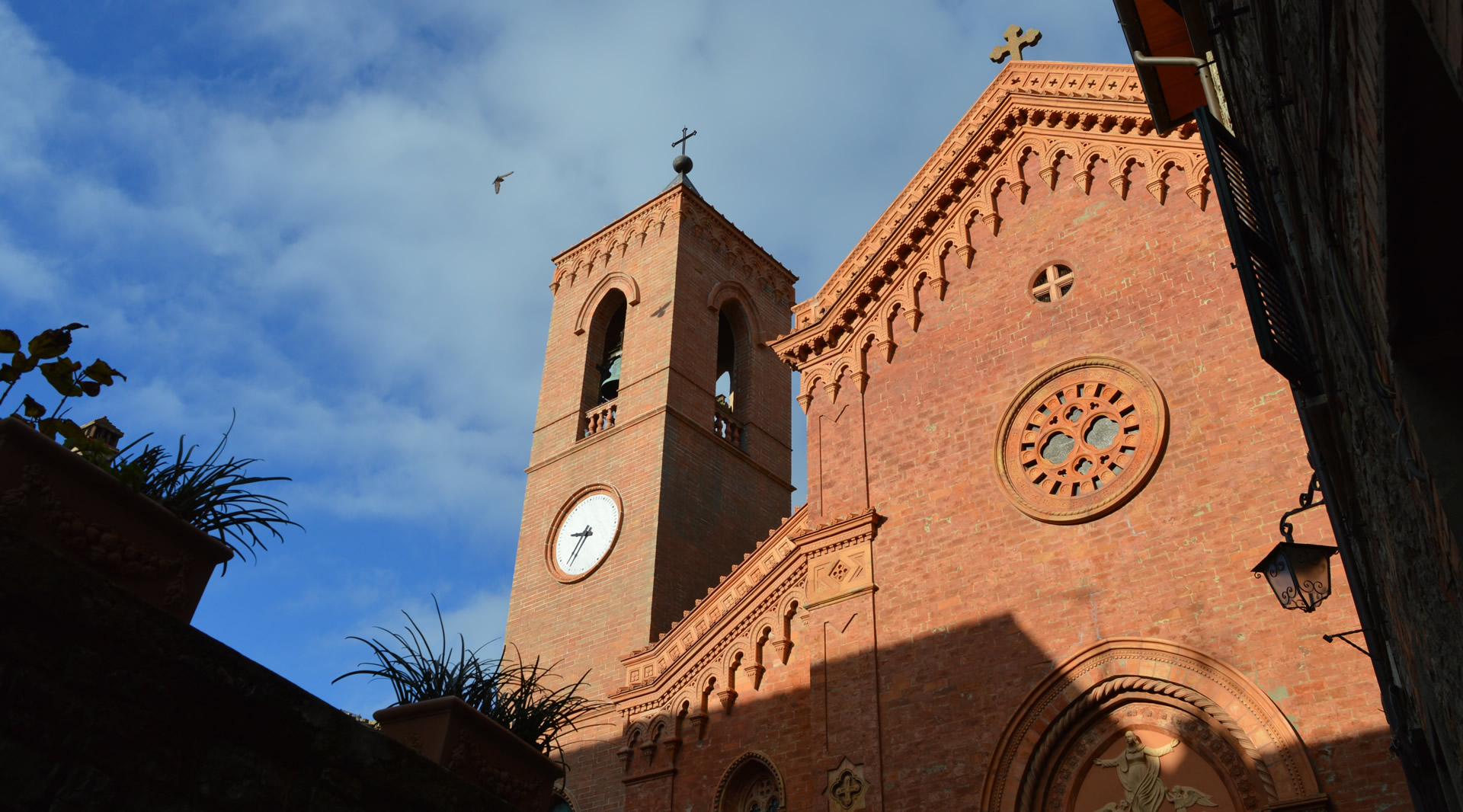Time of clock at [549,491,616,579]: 9:36
